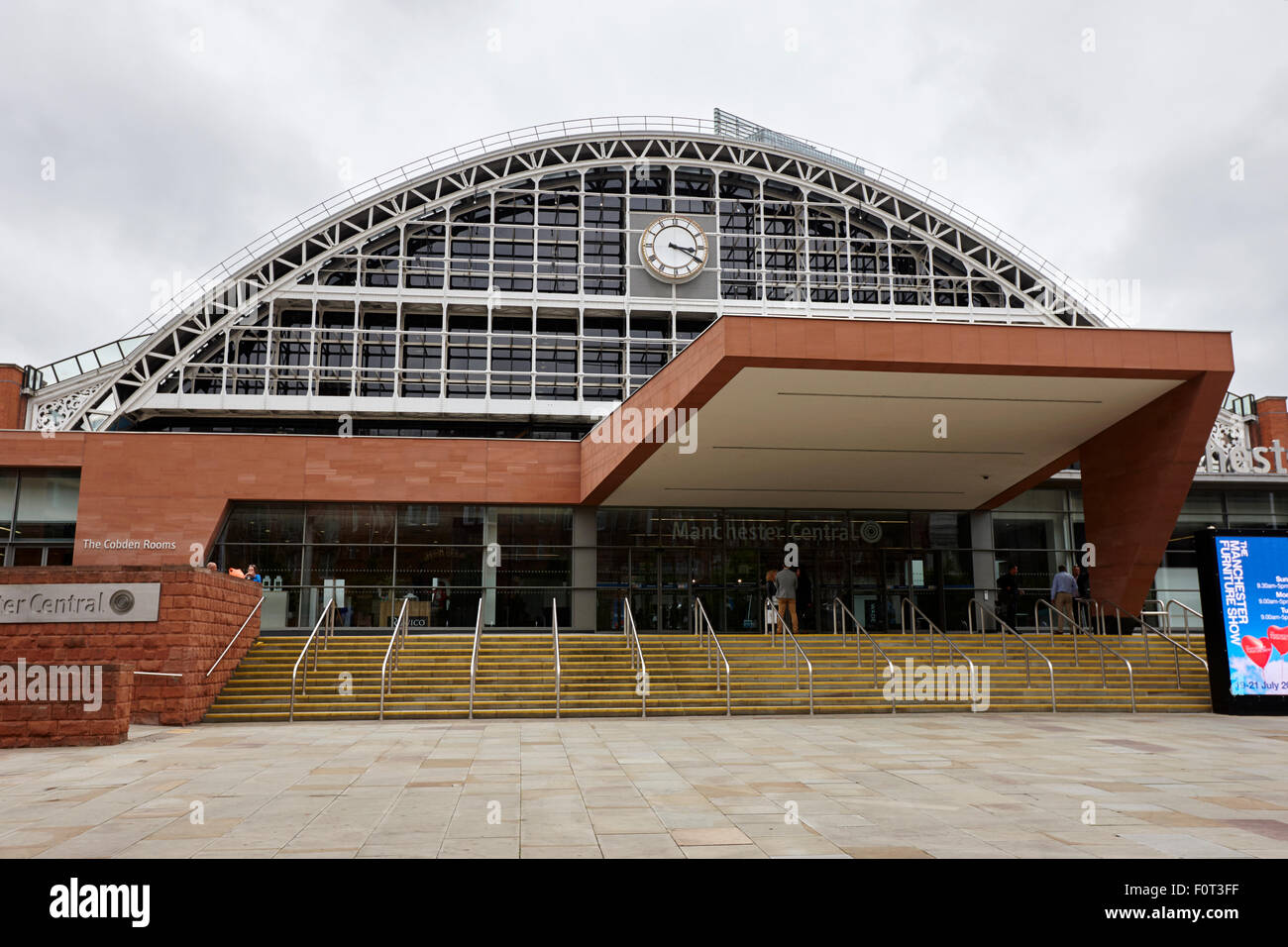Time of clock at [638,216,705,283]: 3:19
